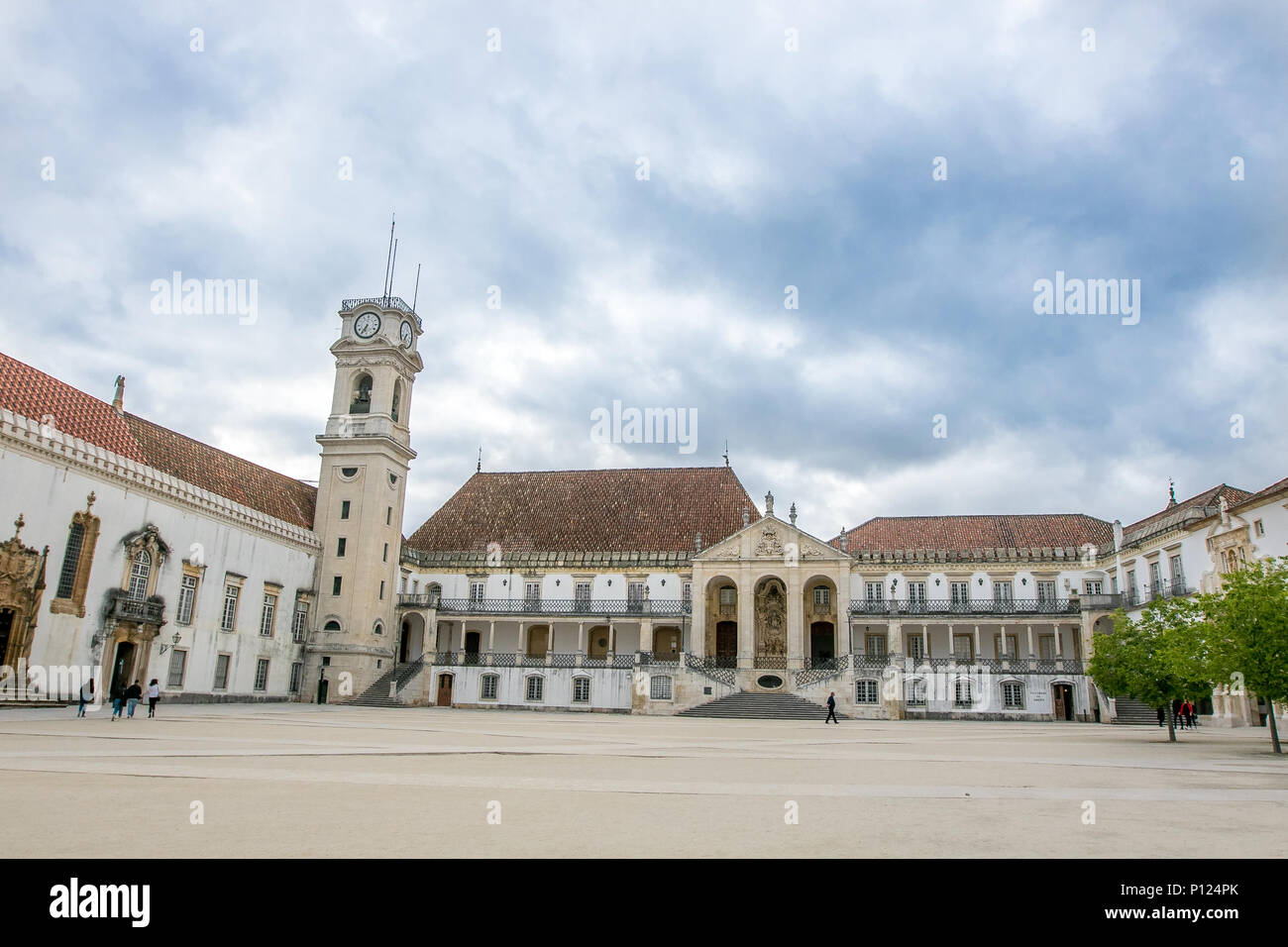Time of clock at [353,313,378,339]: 6:35
